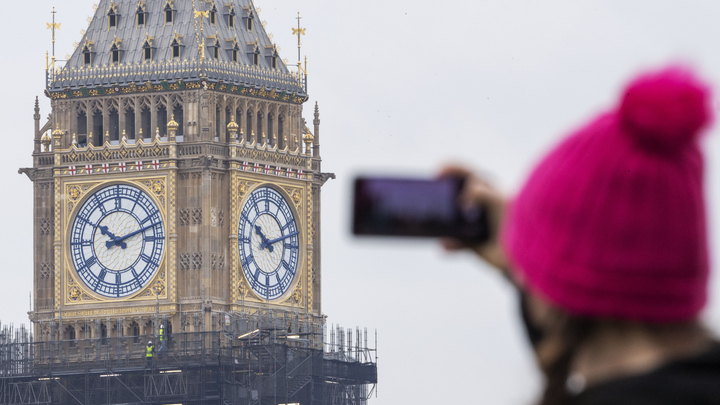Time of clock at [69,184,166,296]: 10:12
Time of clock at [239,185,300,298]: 10:12
